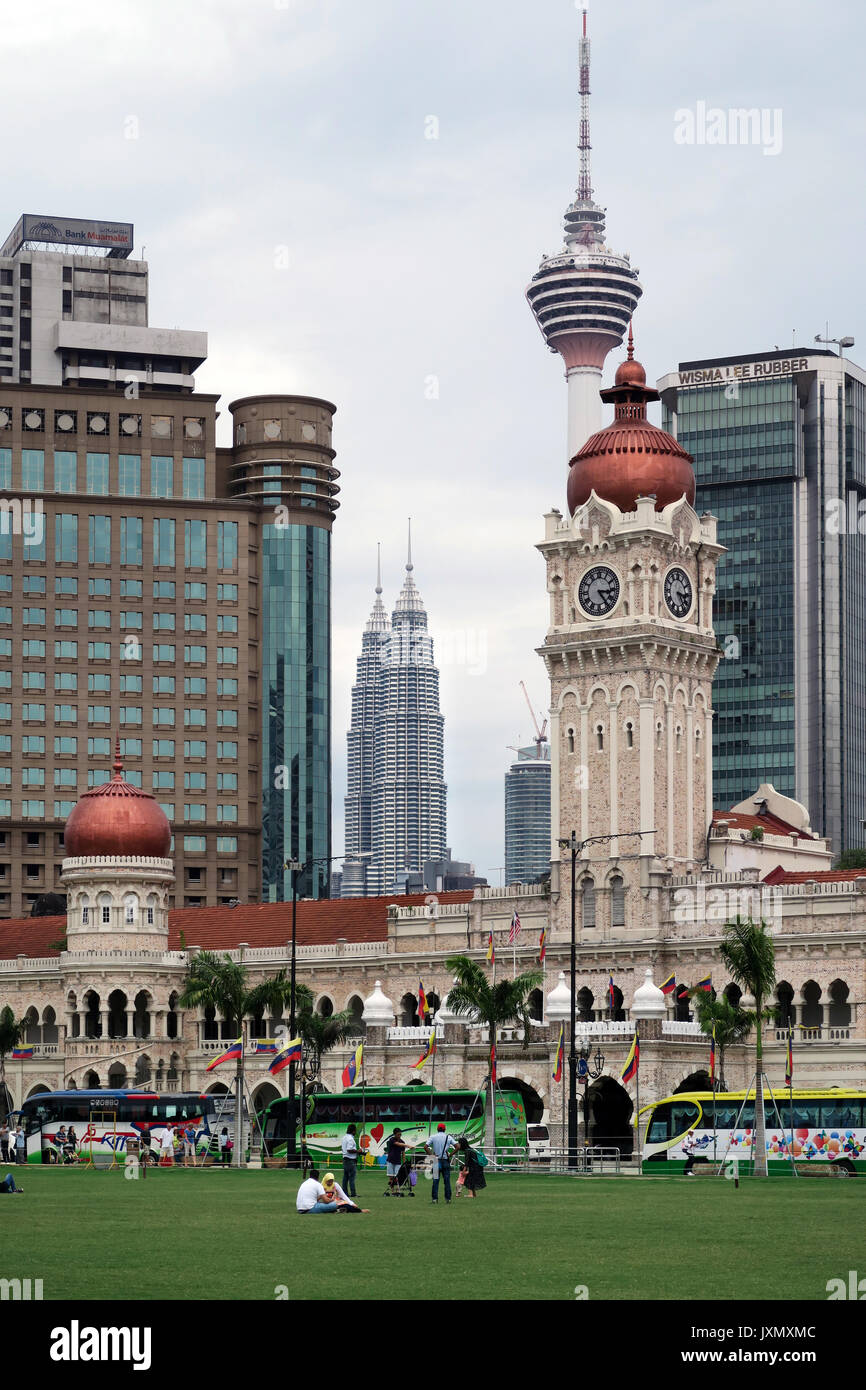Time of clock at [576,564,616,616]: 3:24
